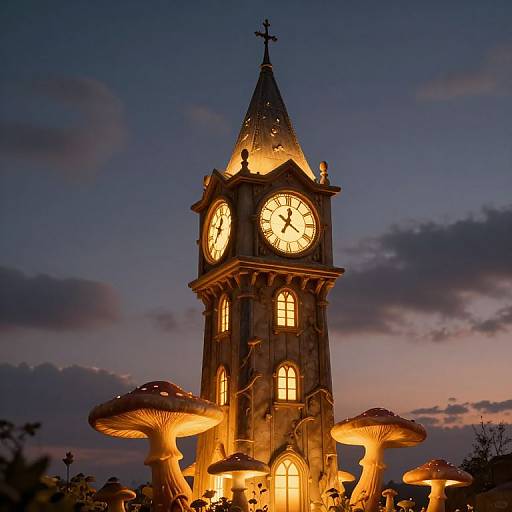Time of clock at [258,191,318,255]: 12:20
